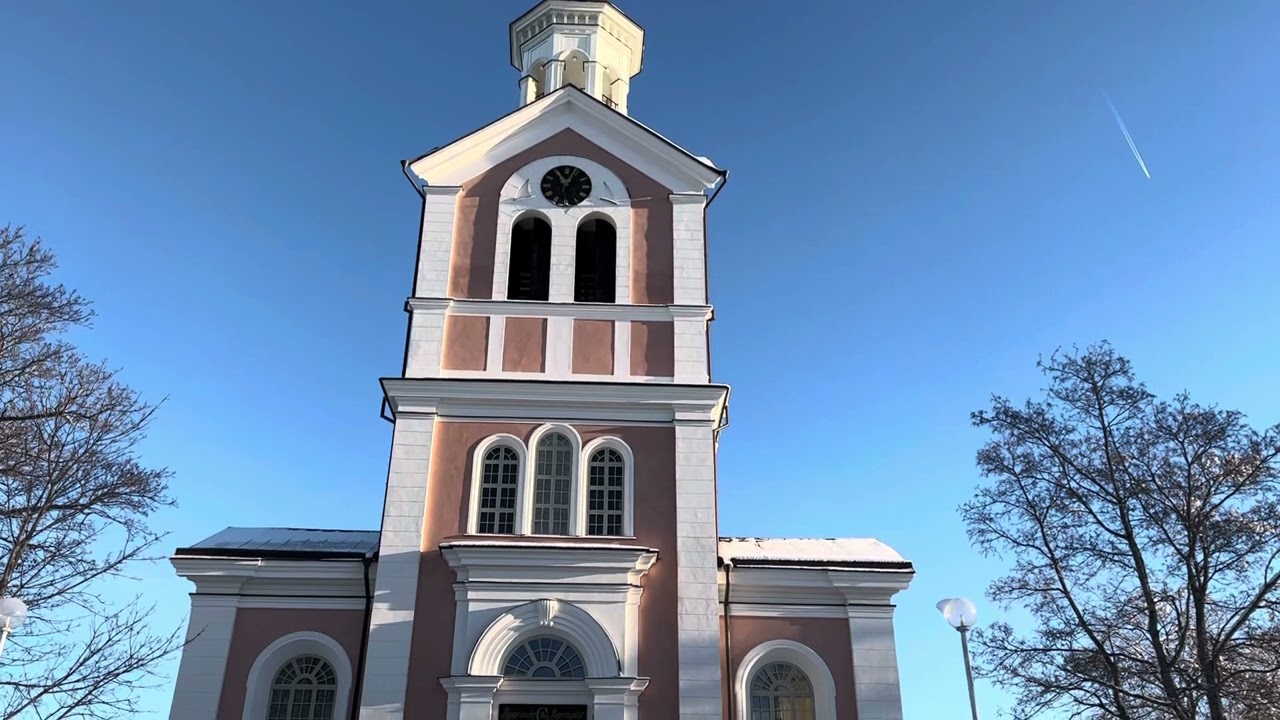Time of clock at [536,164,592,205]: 11:03
